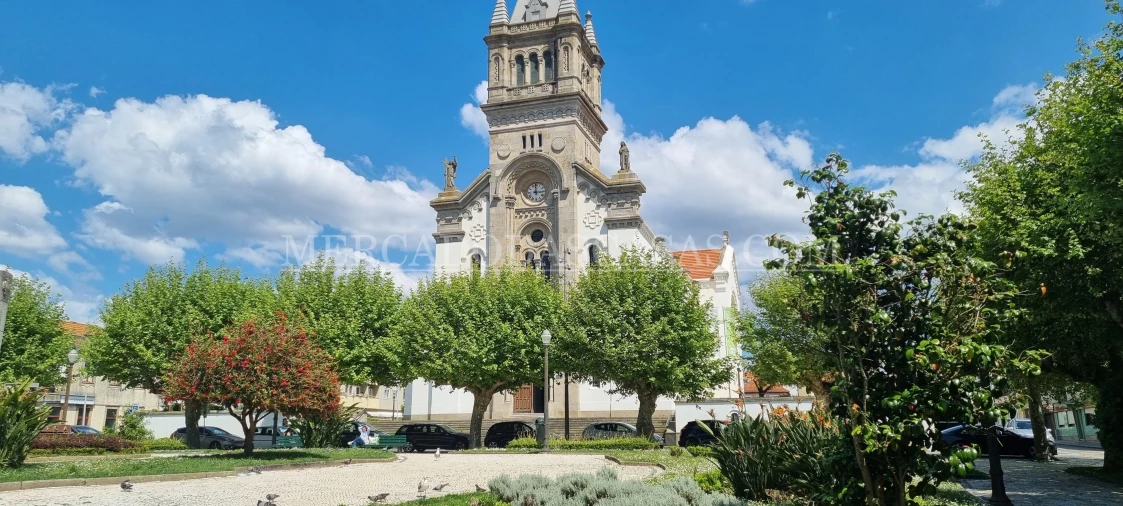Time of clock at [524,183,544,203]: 2:59
